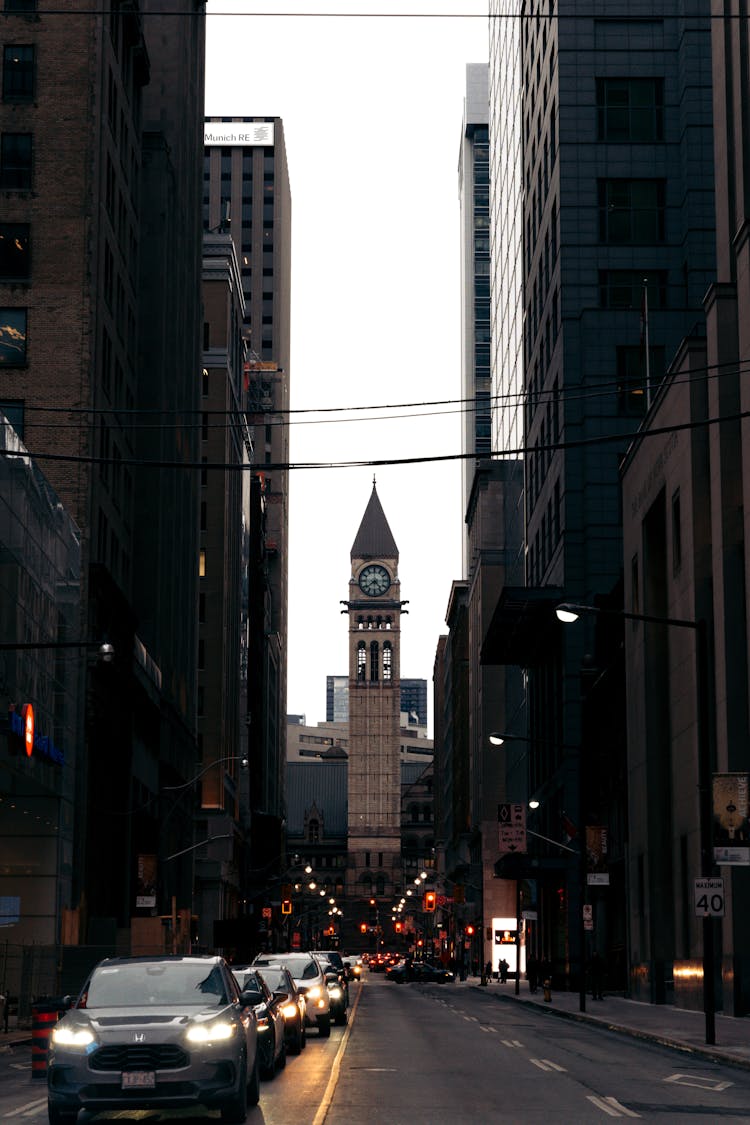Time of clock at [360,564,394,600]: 4:38
